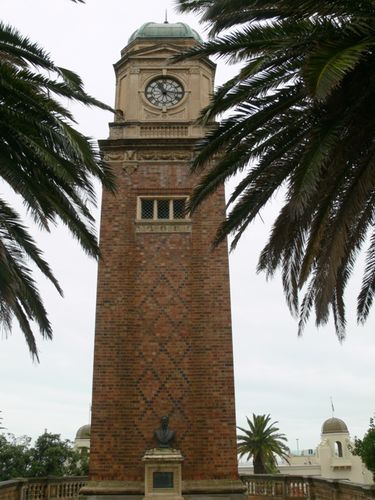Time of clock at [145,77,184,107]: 11:15
